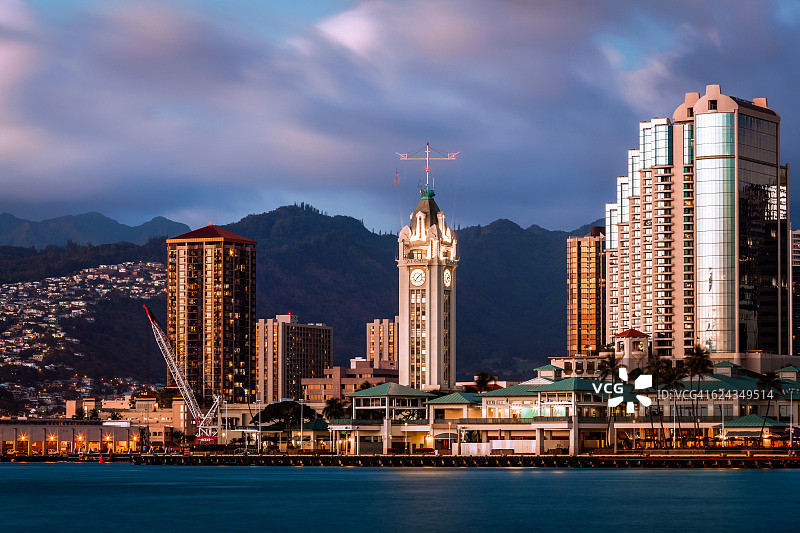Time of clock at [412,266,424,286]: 7:08
